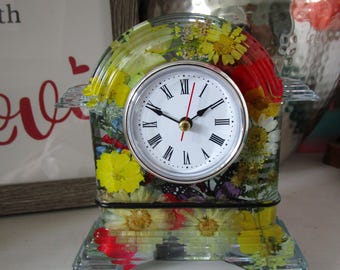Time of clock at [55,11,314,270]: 1:49
